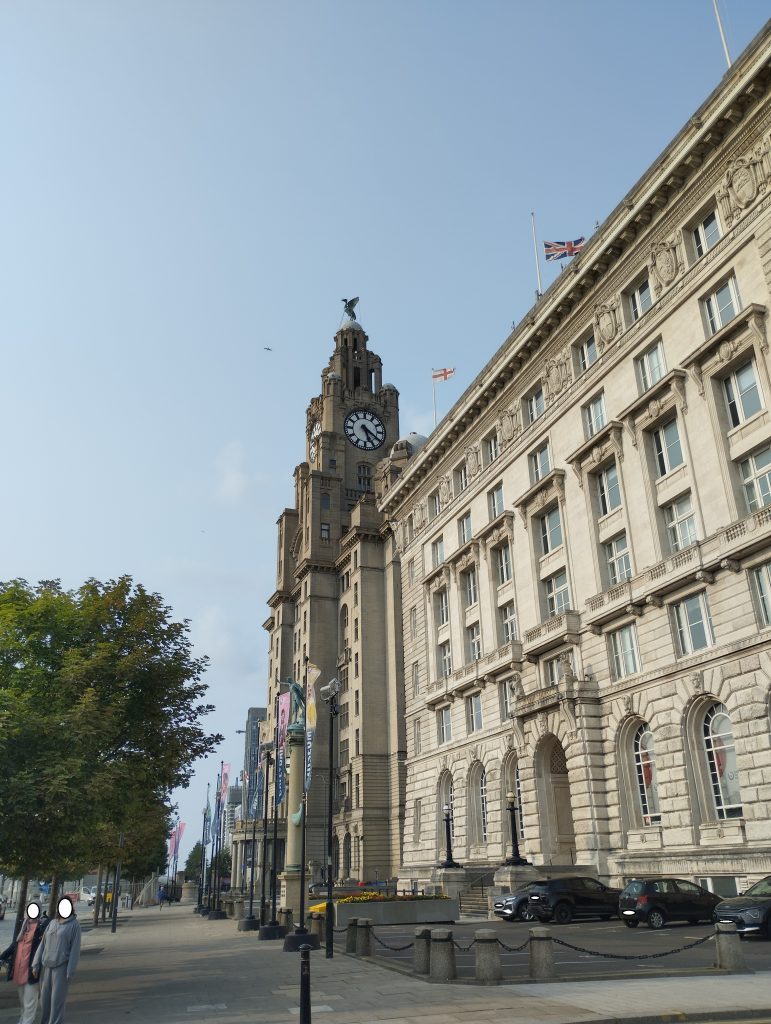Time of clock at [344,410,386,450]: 5:20
